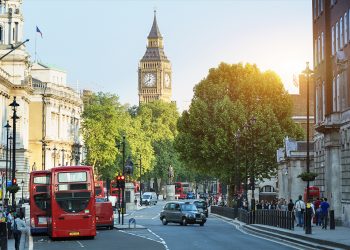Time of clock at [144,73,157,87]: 8:01
